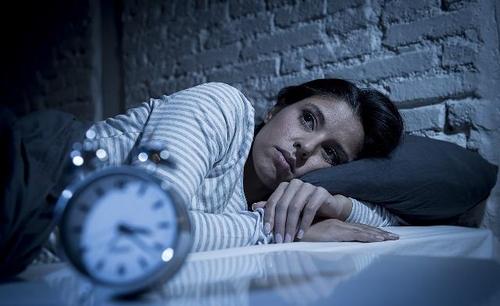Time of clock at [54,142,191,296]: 3:22
